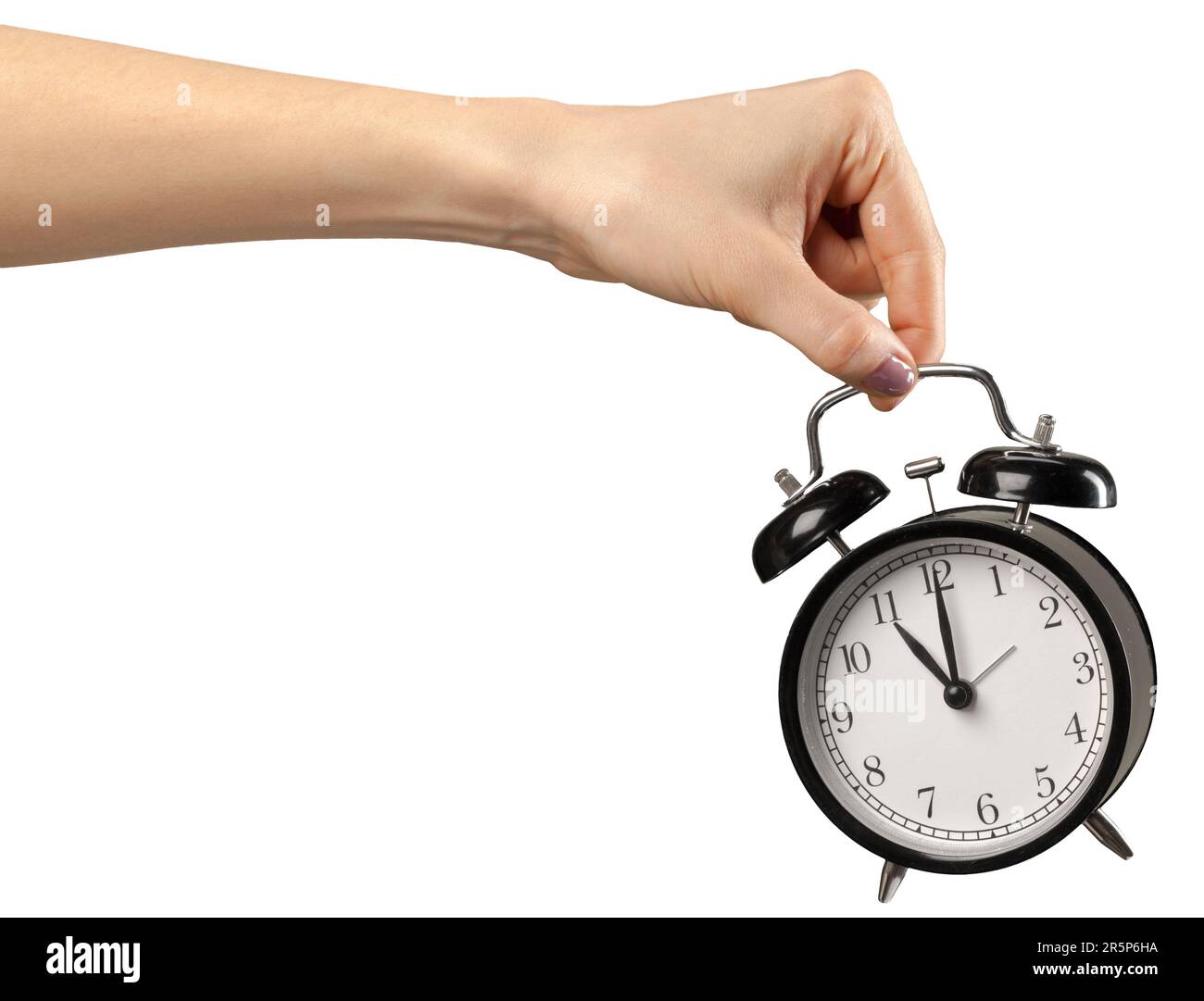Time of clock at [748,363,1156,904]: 11:00
